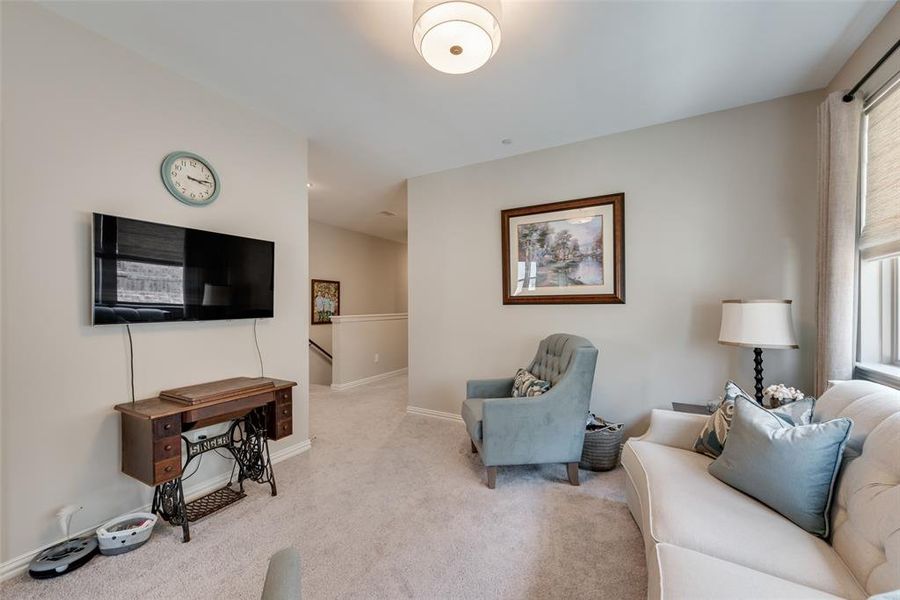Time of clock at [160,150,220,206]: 3:13
